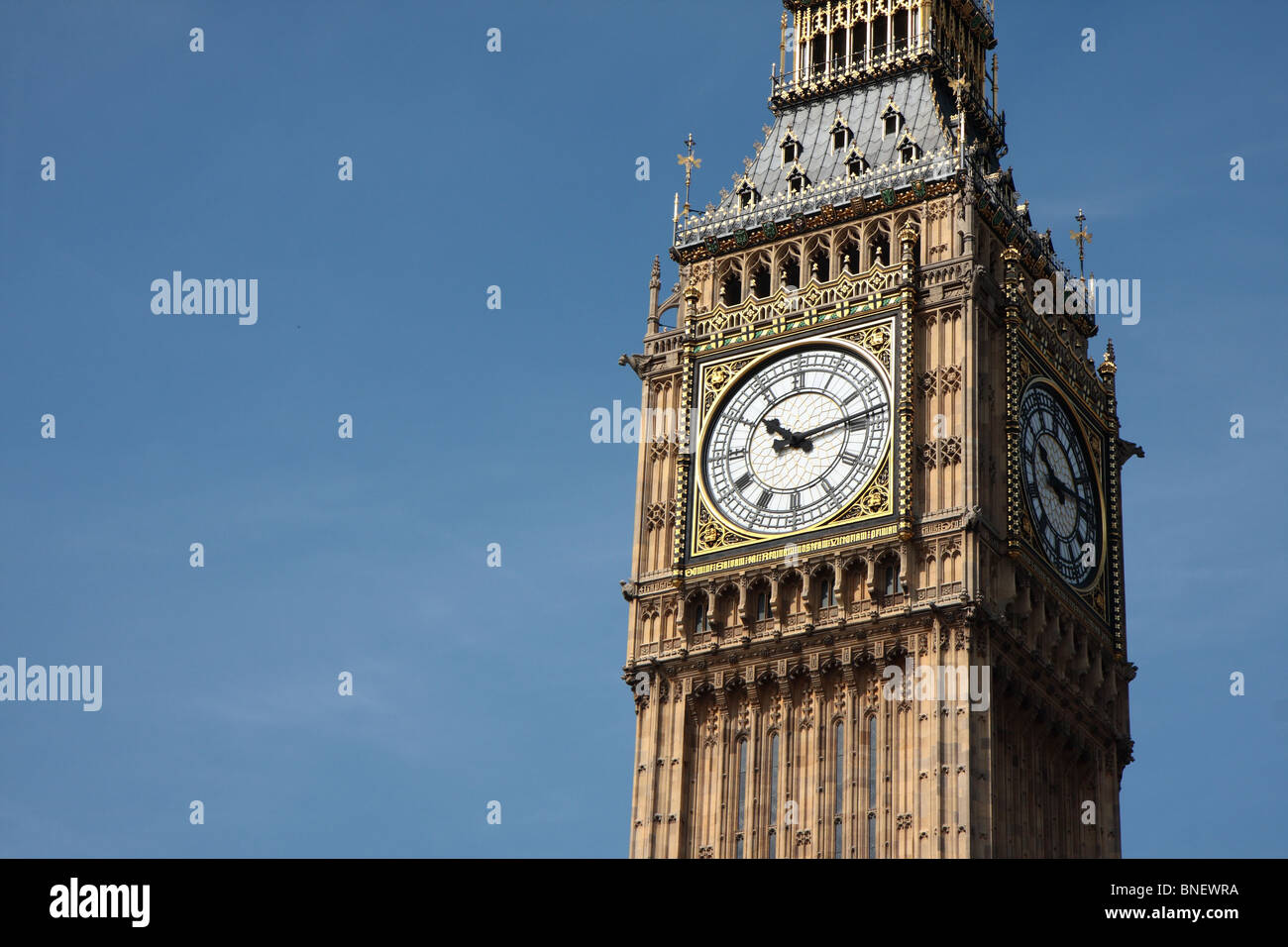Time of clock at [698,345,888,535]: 10:13
